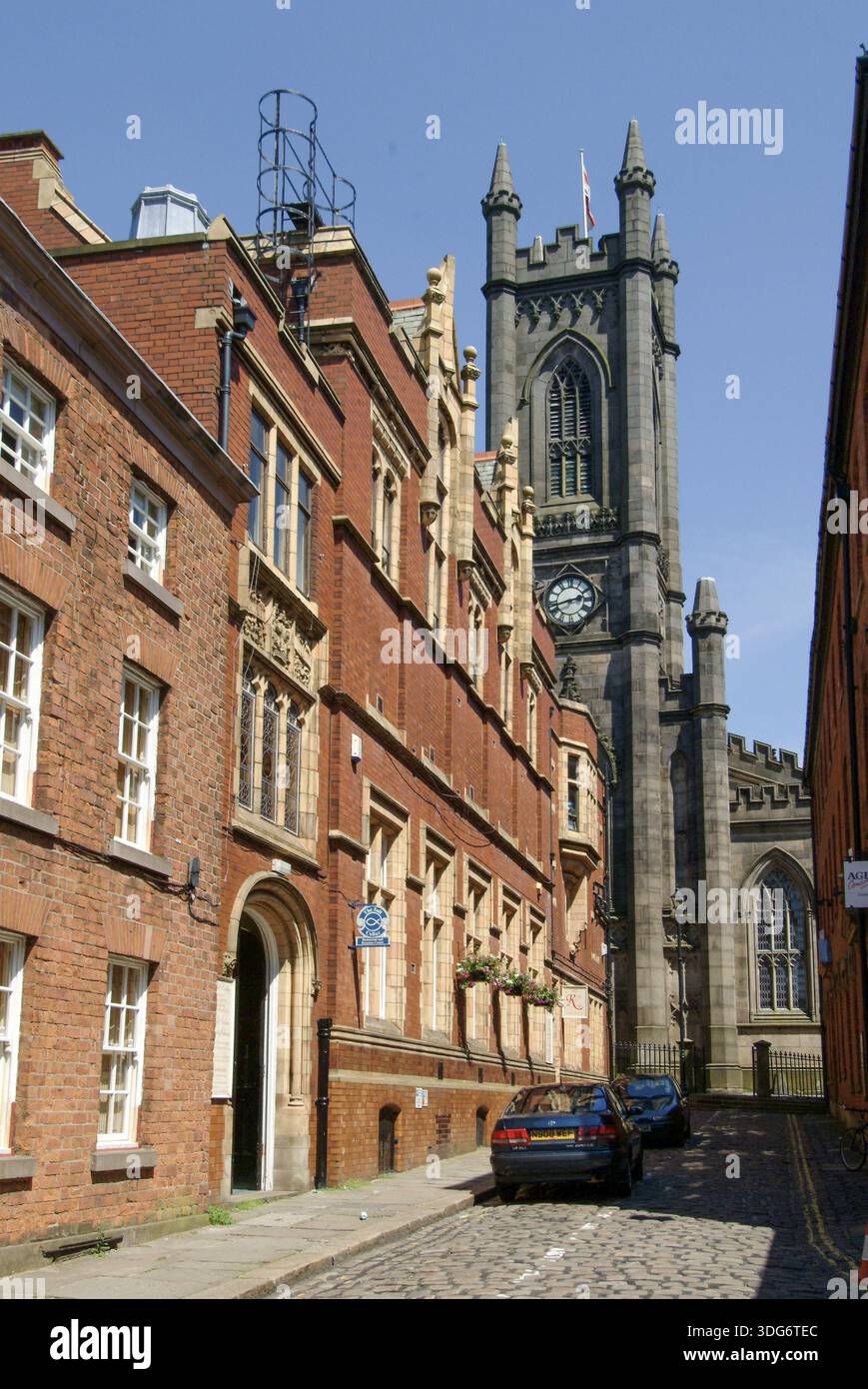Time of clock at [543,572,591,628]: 2:42
